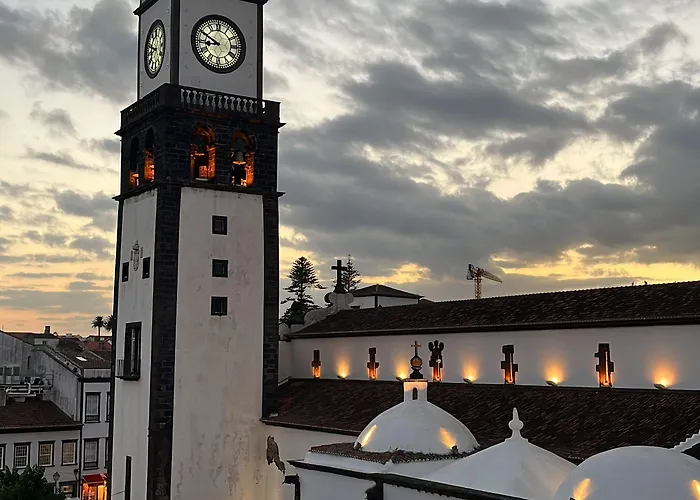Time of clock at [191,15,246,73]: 8:49
